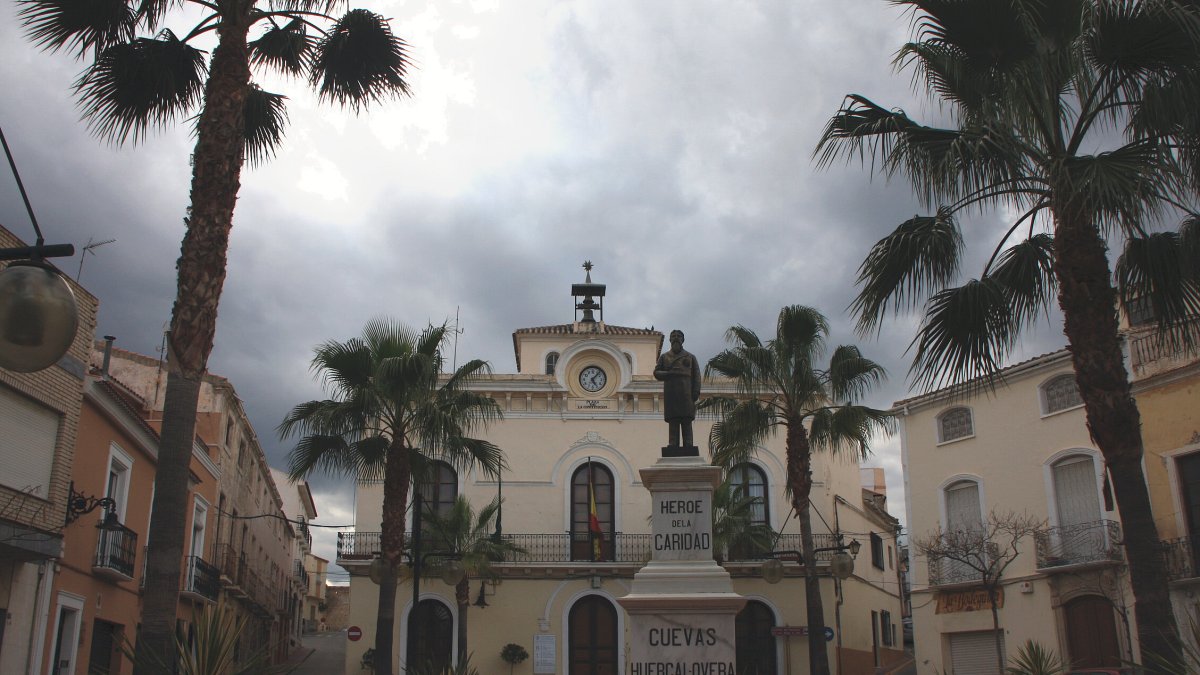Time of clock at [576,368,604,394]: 5:06
